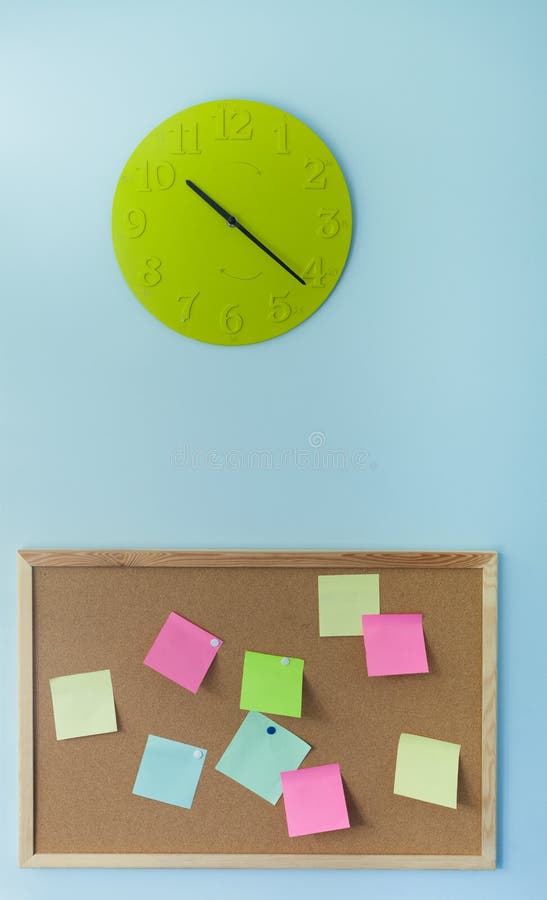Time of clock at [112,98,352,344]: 10:21
